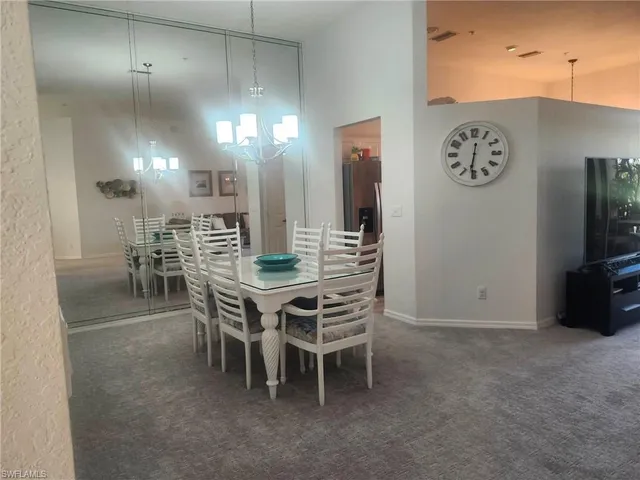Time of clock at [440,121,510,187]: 6:31
